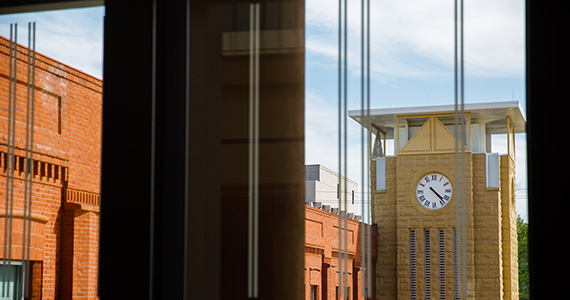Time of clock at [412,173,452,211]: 4:22
